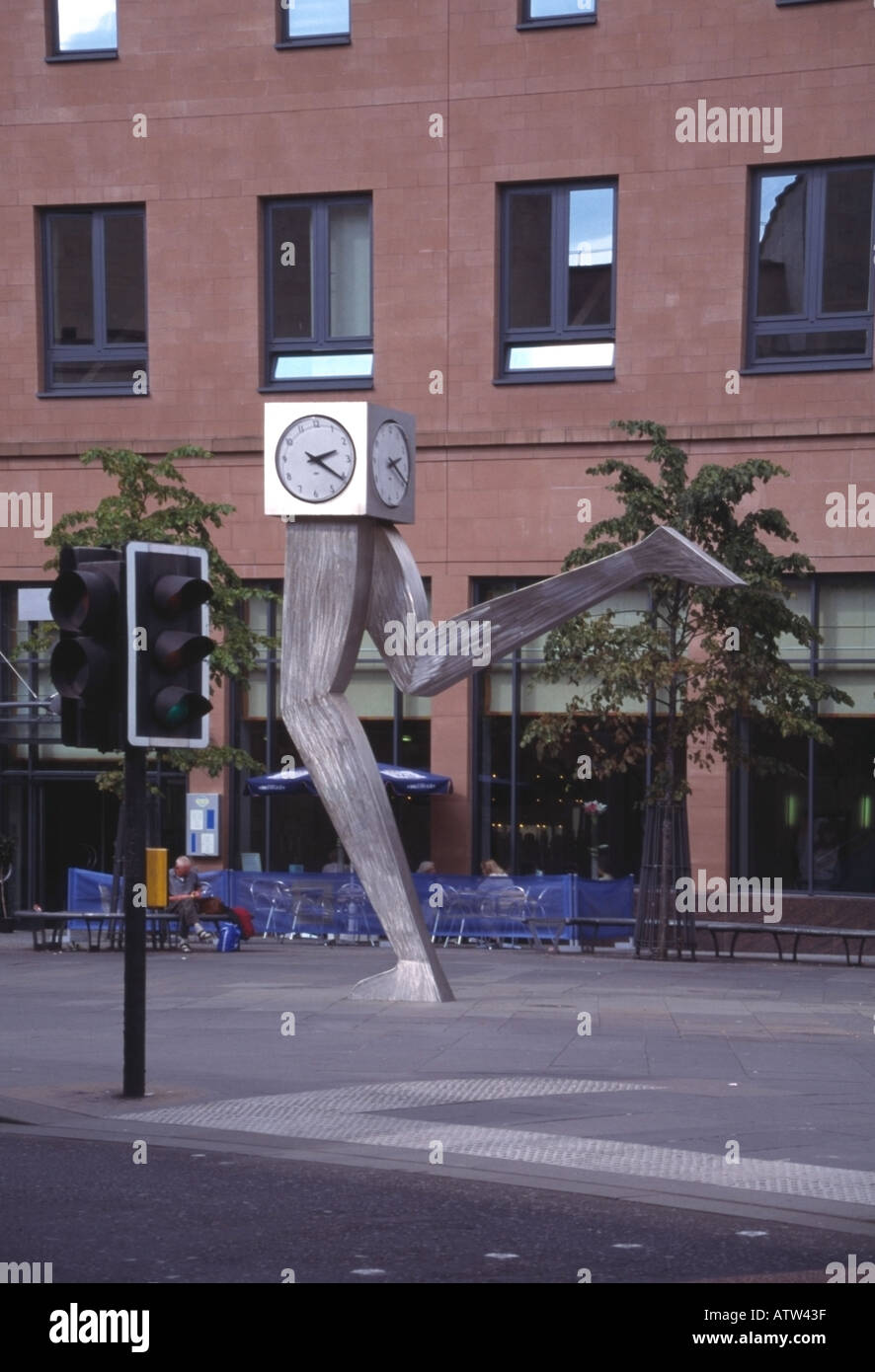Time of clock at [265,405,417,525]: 2:20
